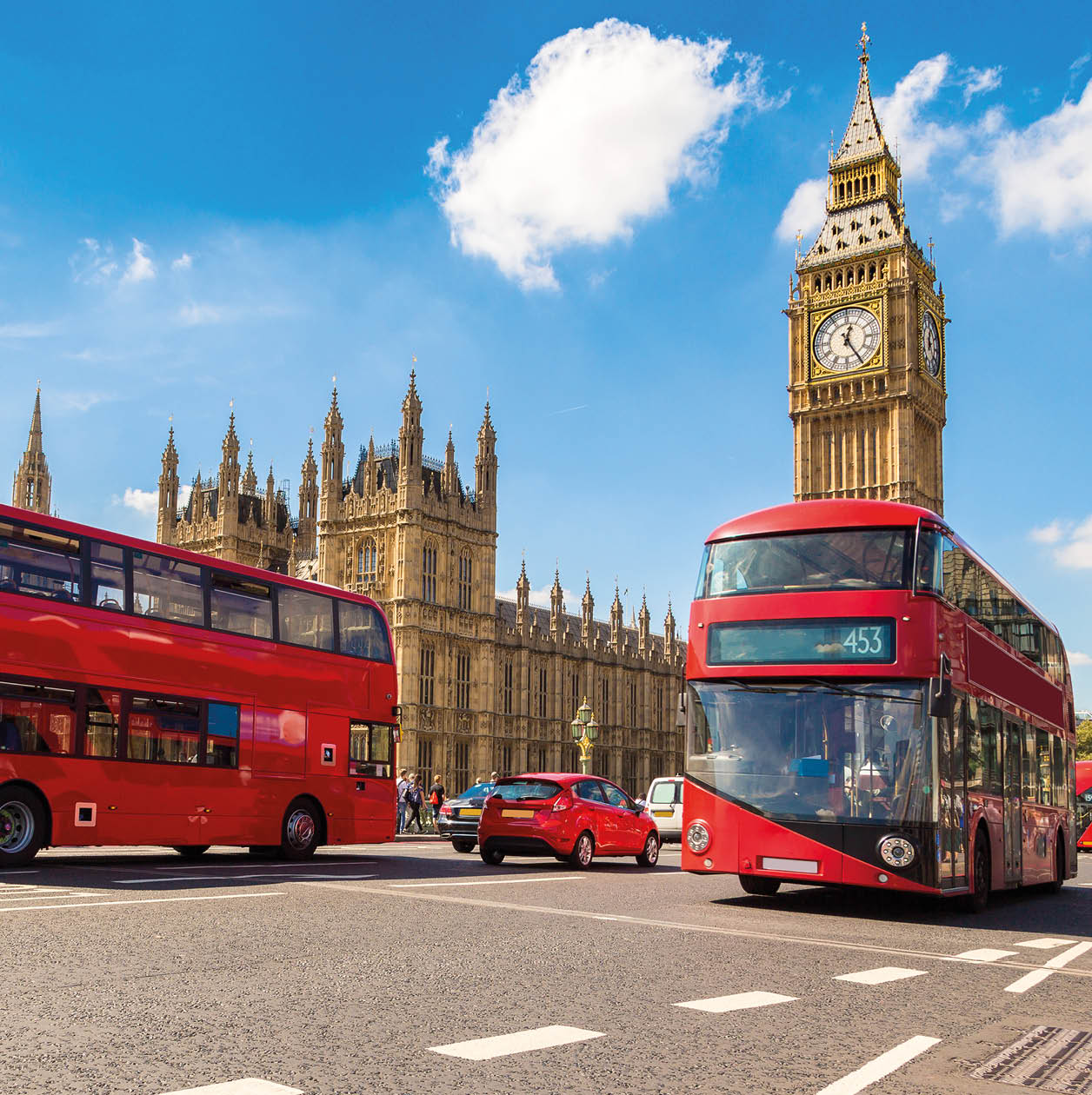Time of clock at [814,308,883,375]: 12:24
